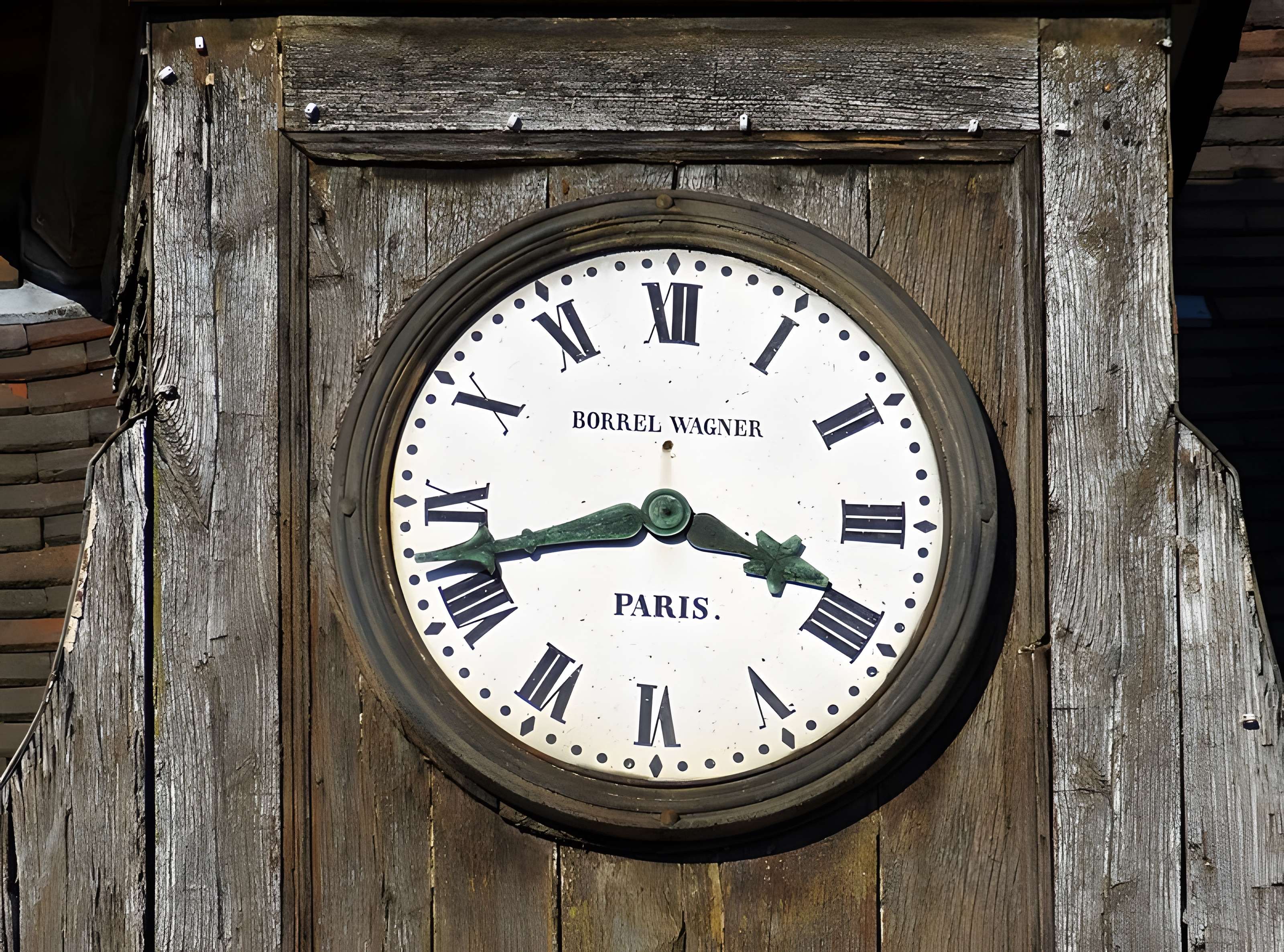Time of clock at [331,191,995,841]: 3:42
